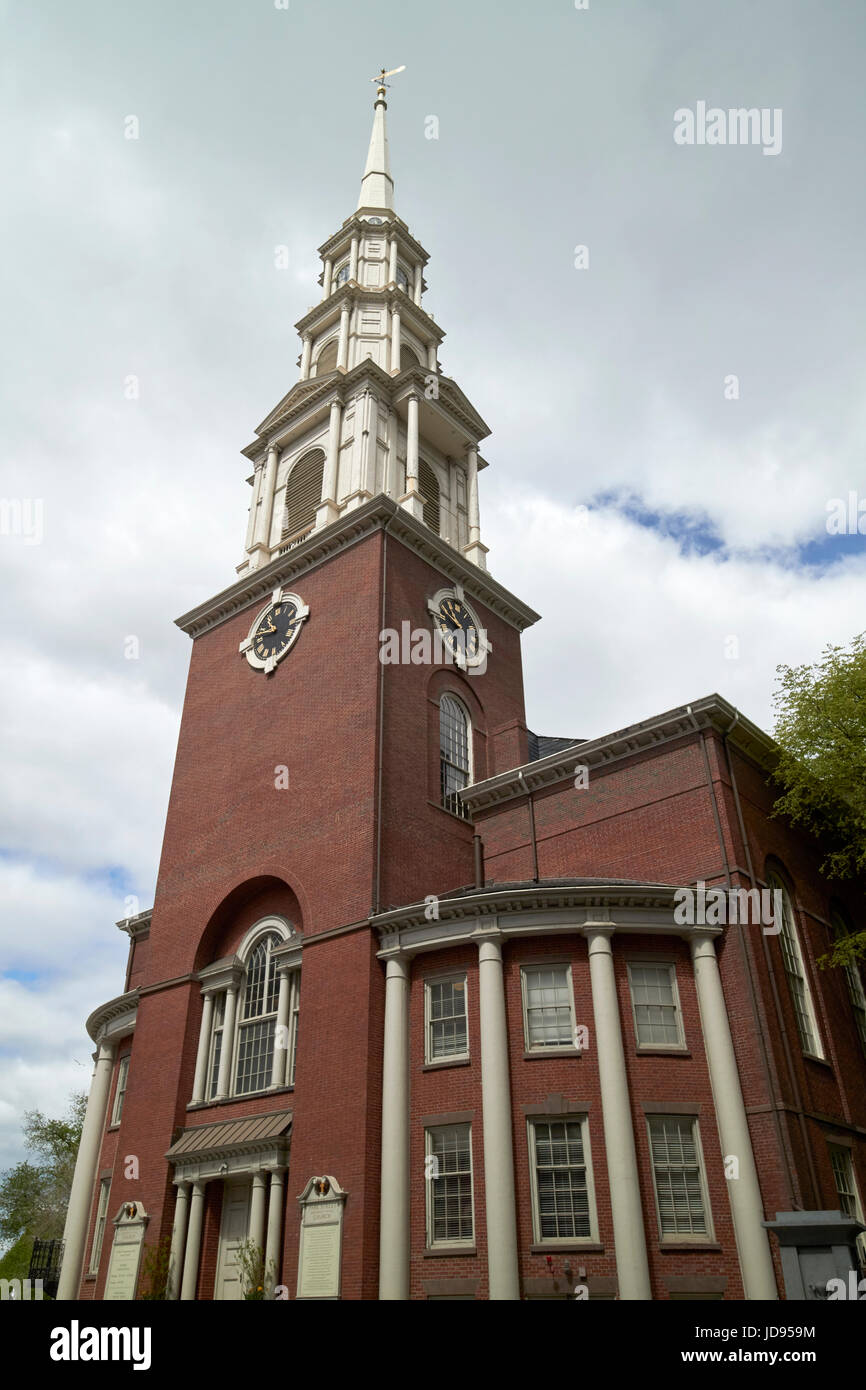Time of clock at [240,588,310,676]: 10:45
